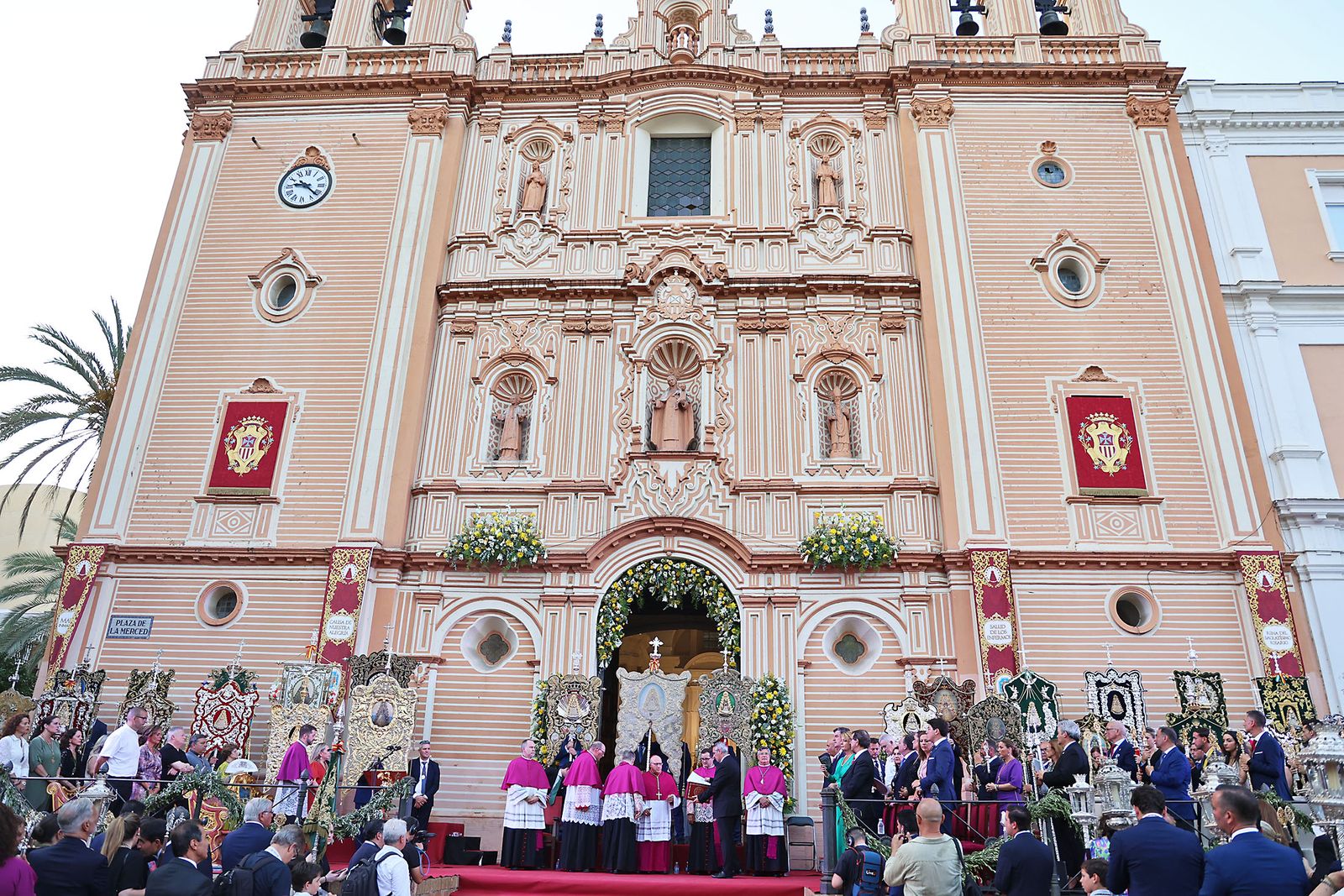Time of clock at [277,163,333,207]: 9:21
